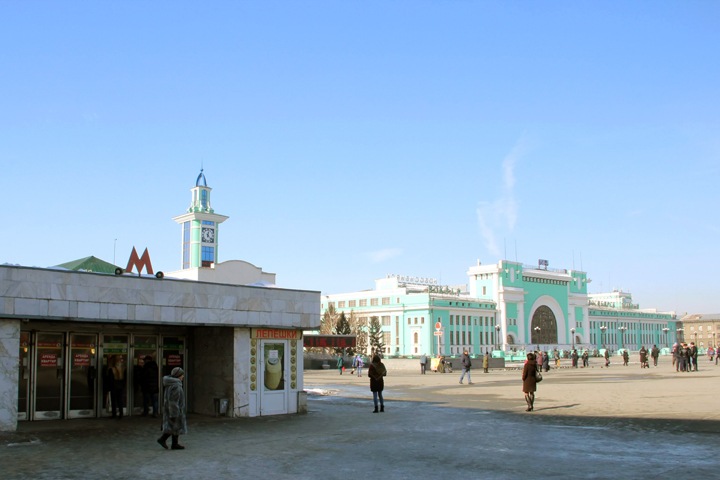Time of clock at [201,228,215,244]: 12:22
